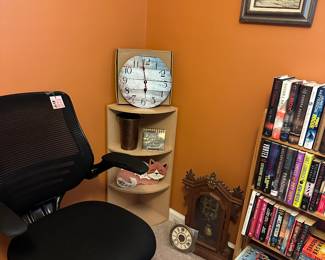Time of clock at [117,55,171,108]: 5:58
